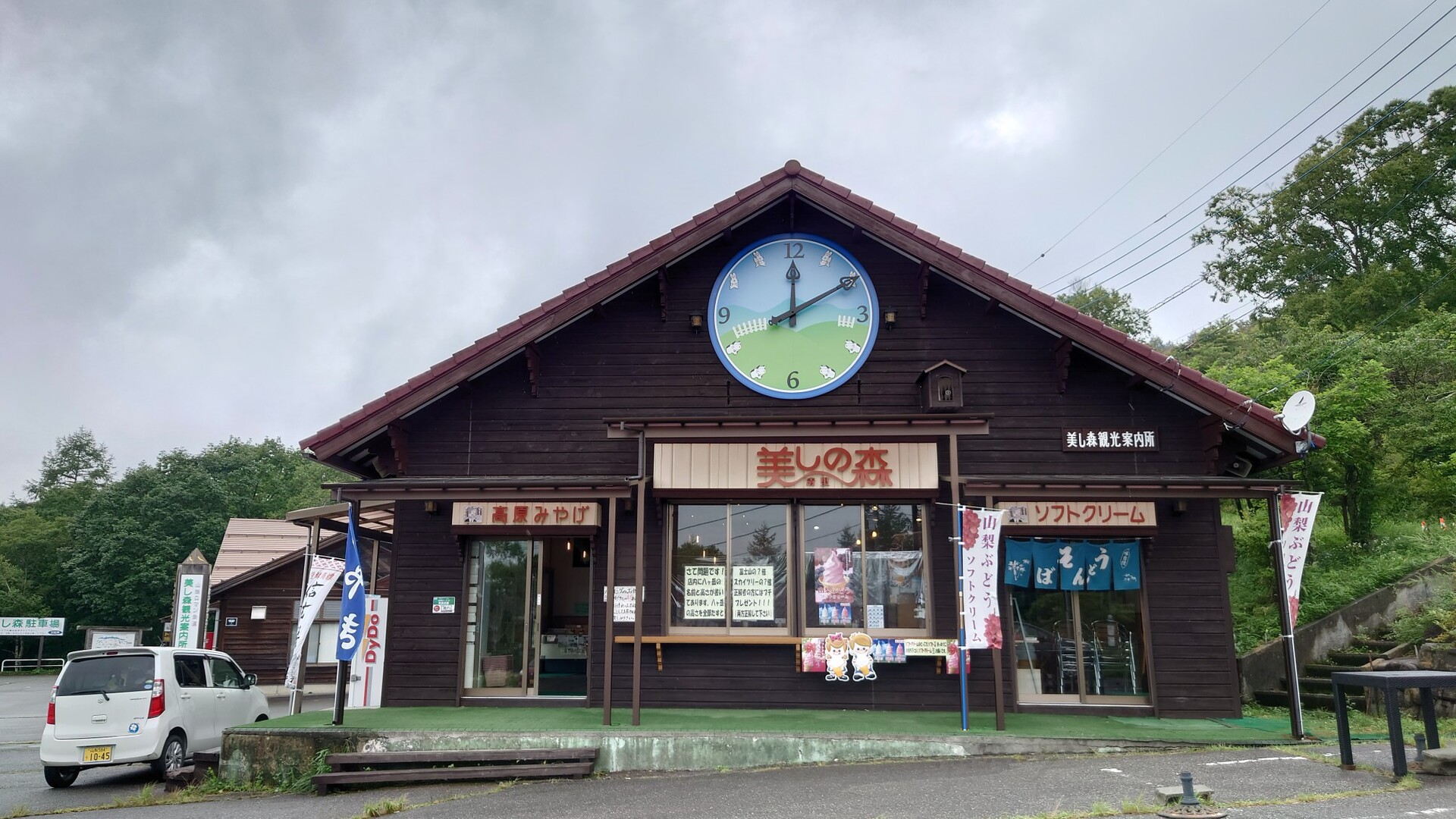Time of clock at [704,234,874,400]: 12:10
